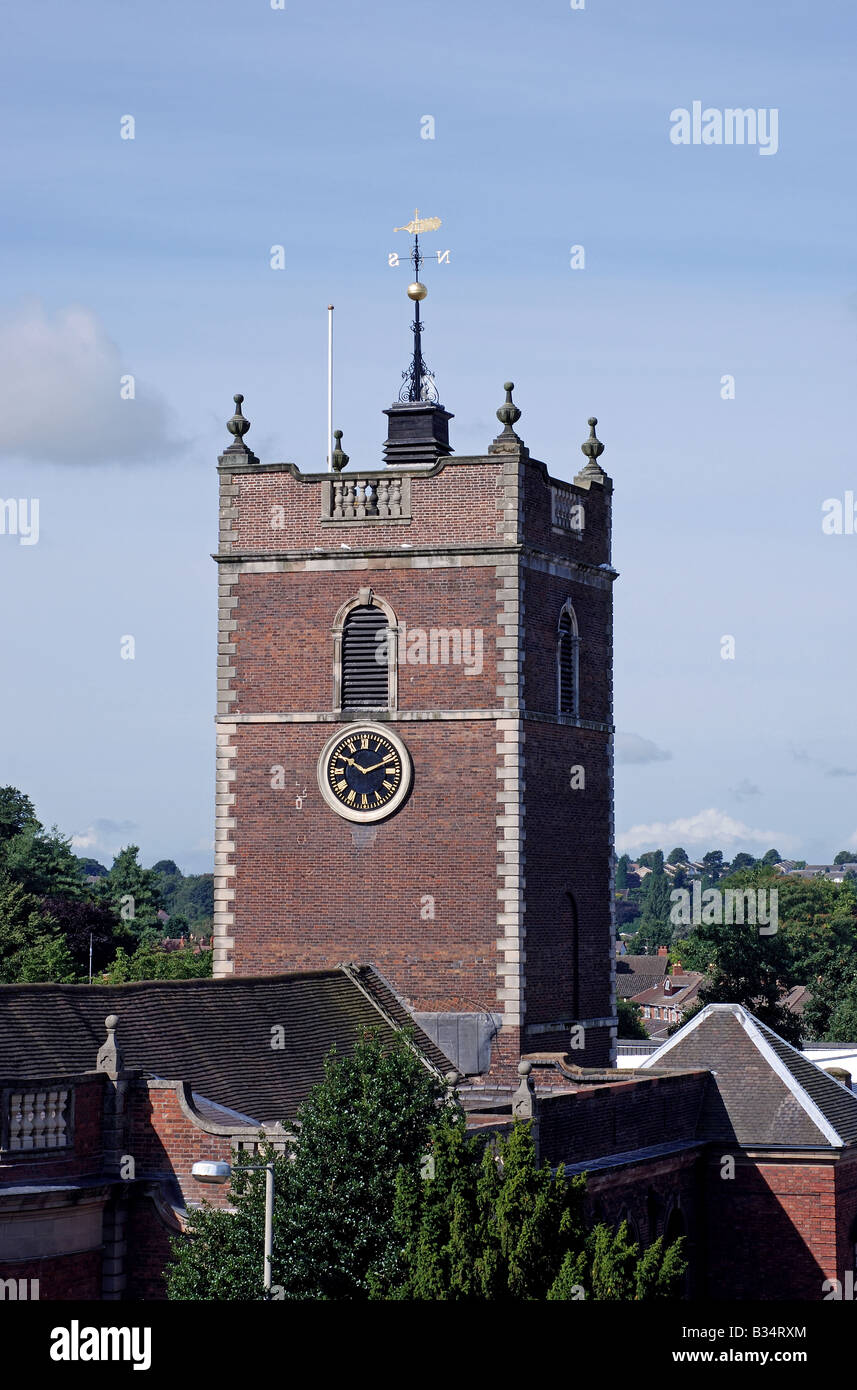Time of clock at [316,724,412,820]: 10:11
